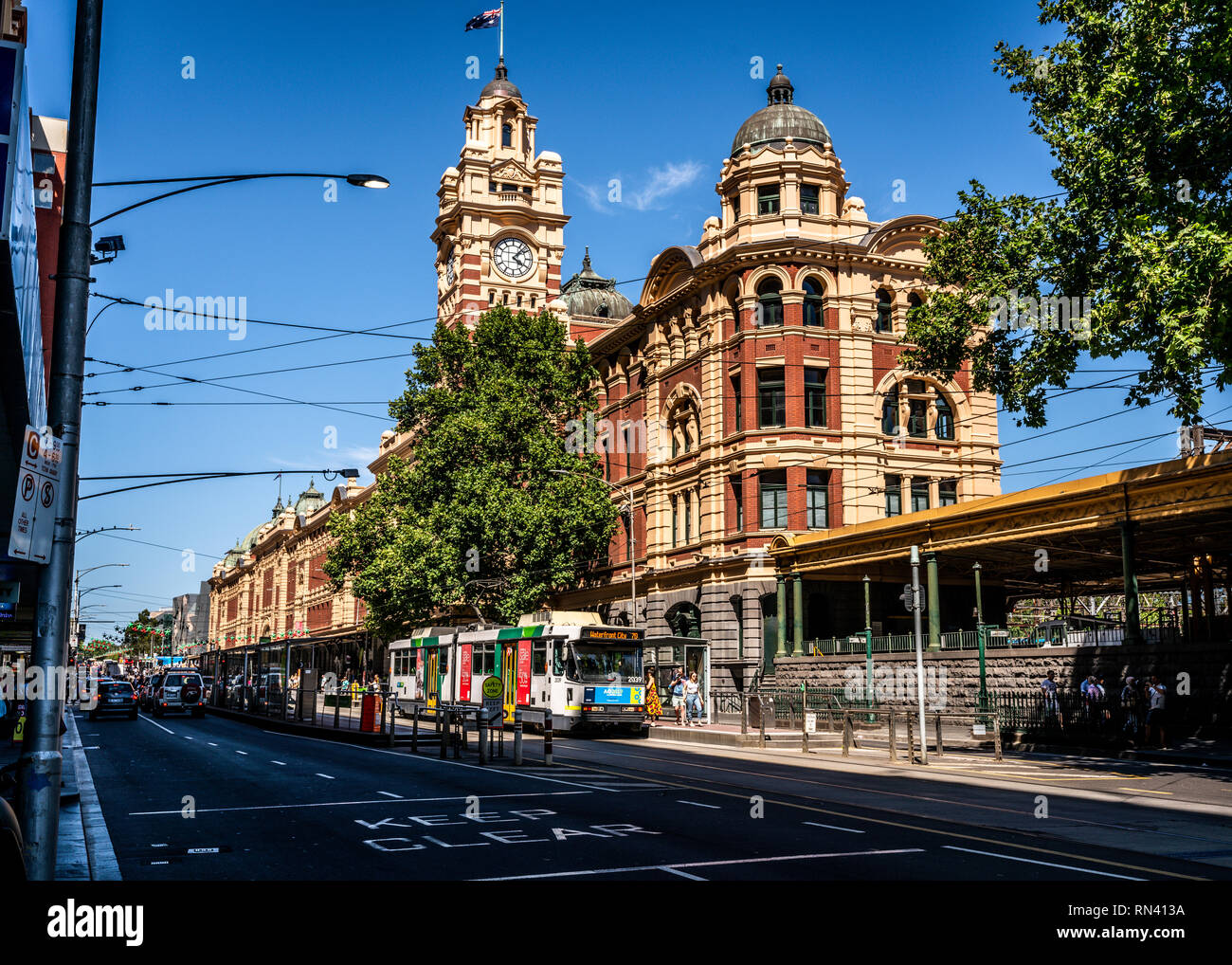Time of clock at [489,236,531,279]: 4:07
